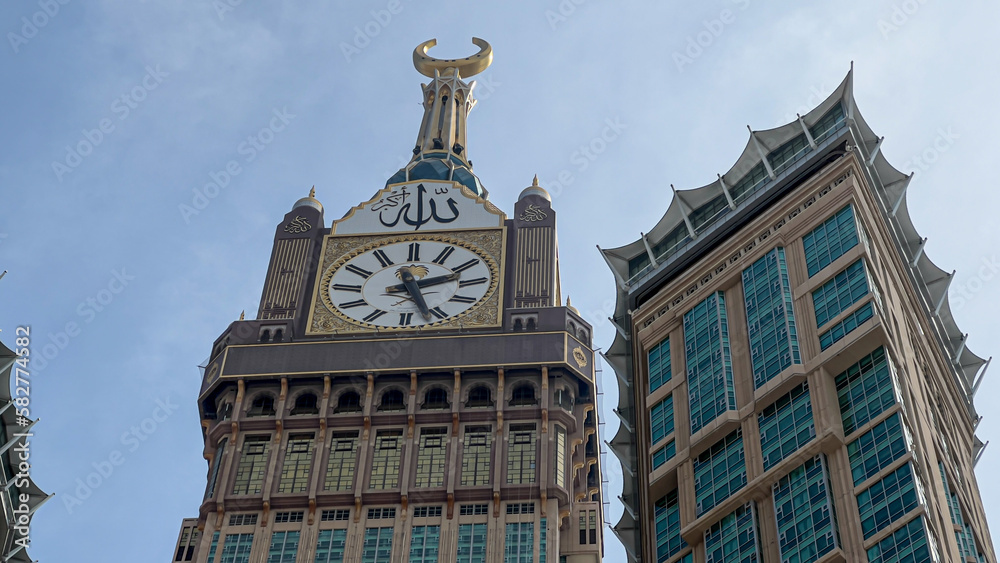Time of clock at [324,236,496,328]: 2:26
